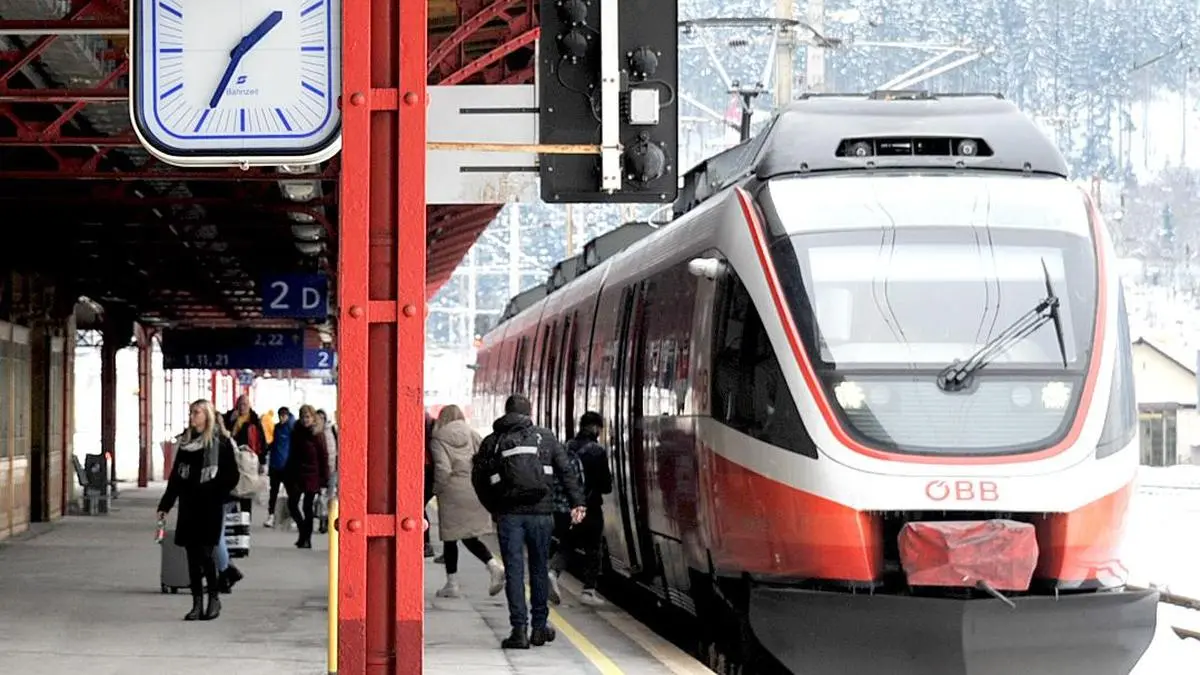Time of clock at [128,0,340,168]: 1:34
